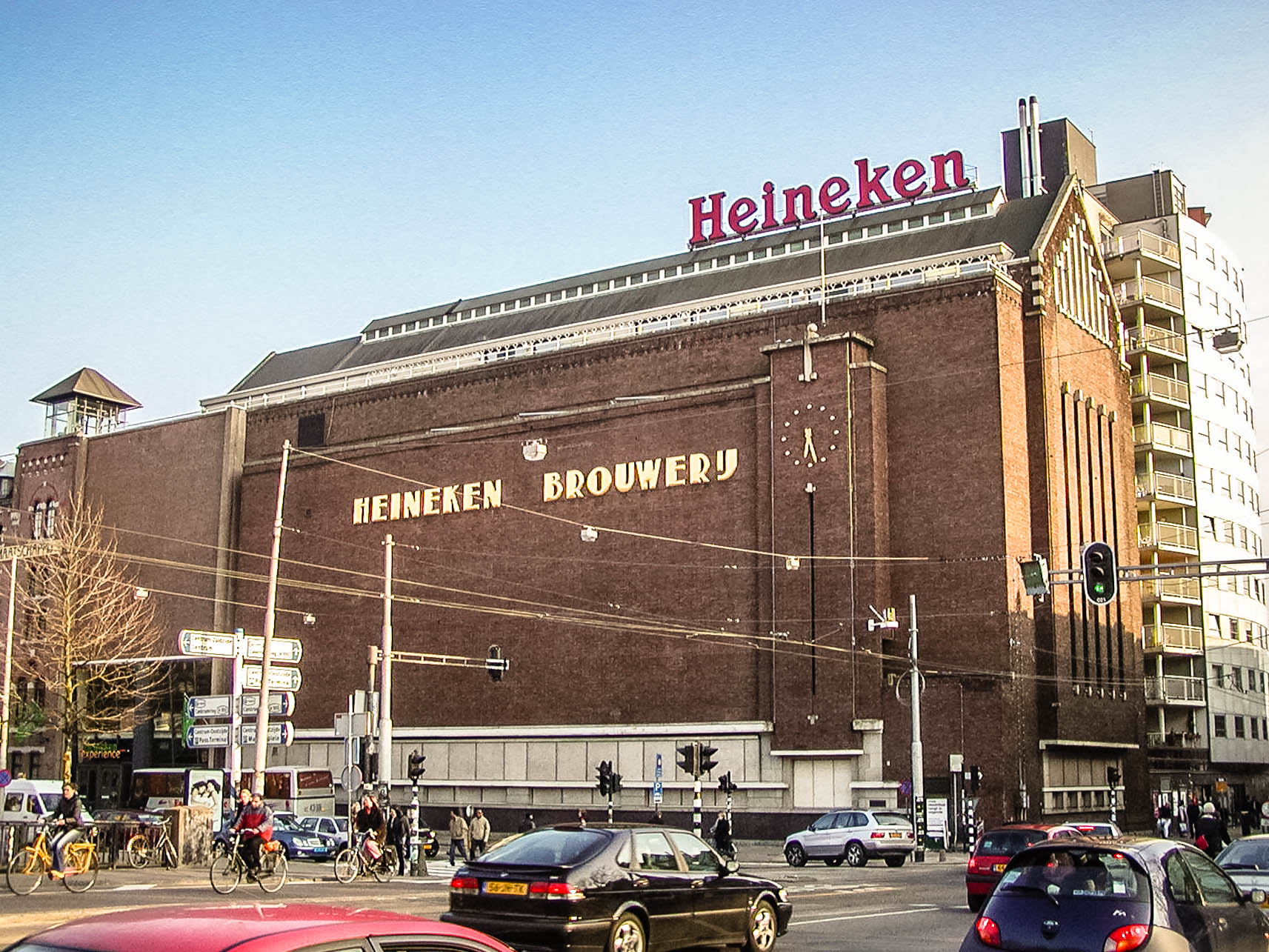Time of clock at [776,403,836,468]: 6:27
